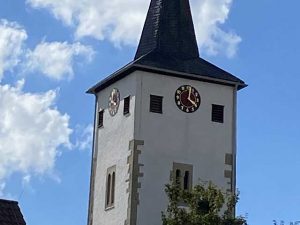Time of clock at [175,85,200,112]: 4:02
